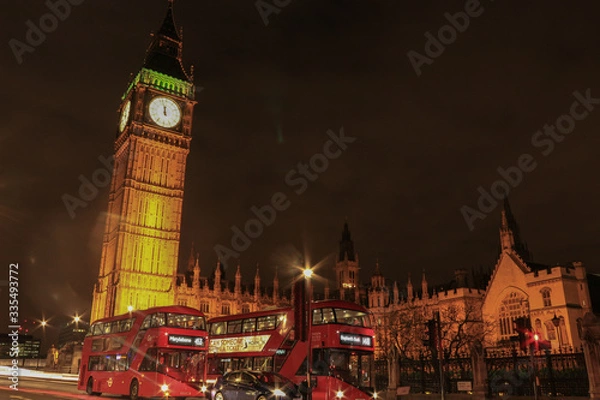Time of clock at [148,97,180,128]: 11:57
